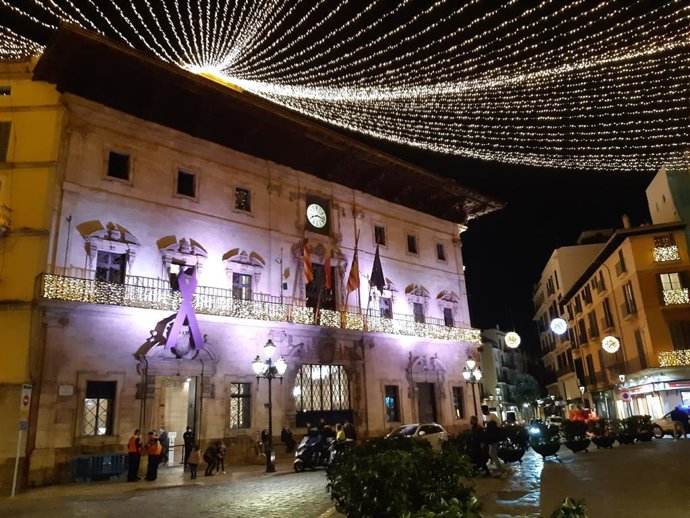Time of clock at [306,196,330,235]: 8:16
